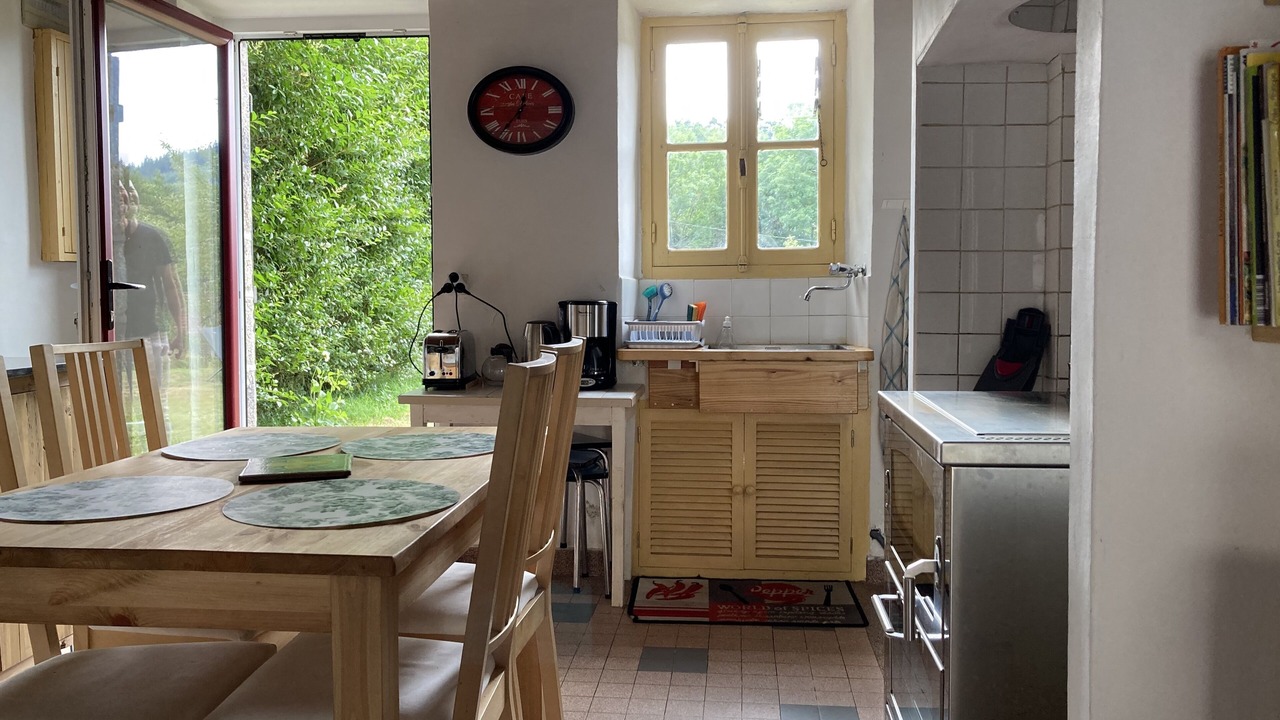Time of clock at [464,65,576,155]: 12:36
